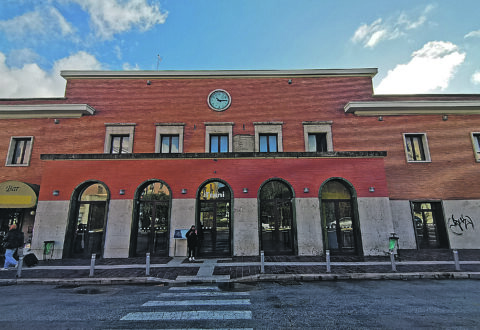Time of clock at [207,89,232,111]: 10:14
